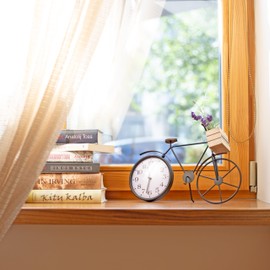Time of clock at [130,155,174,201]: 6:32
